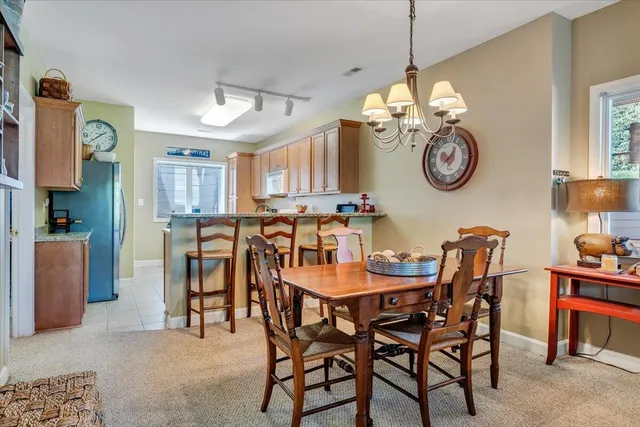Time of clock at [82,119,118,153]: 1:39
